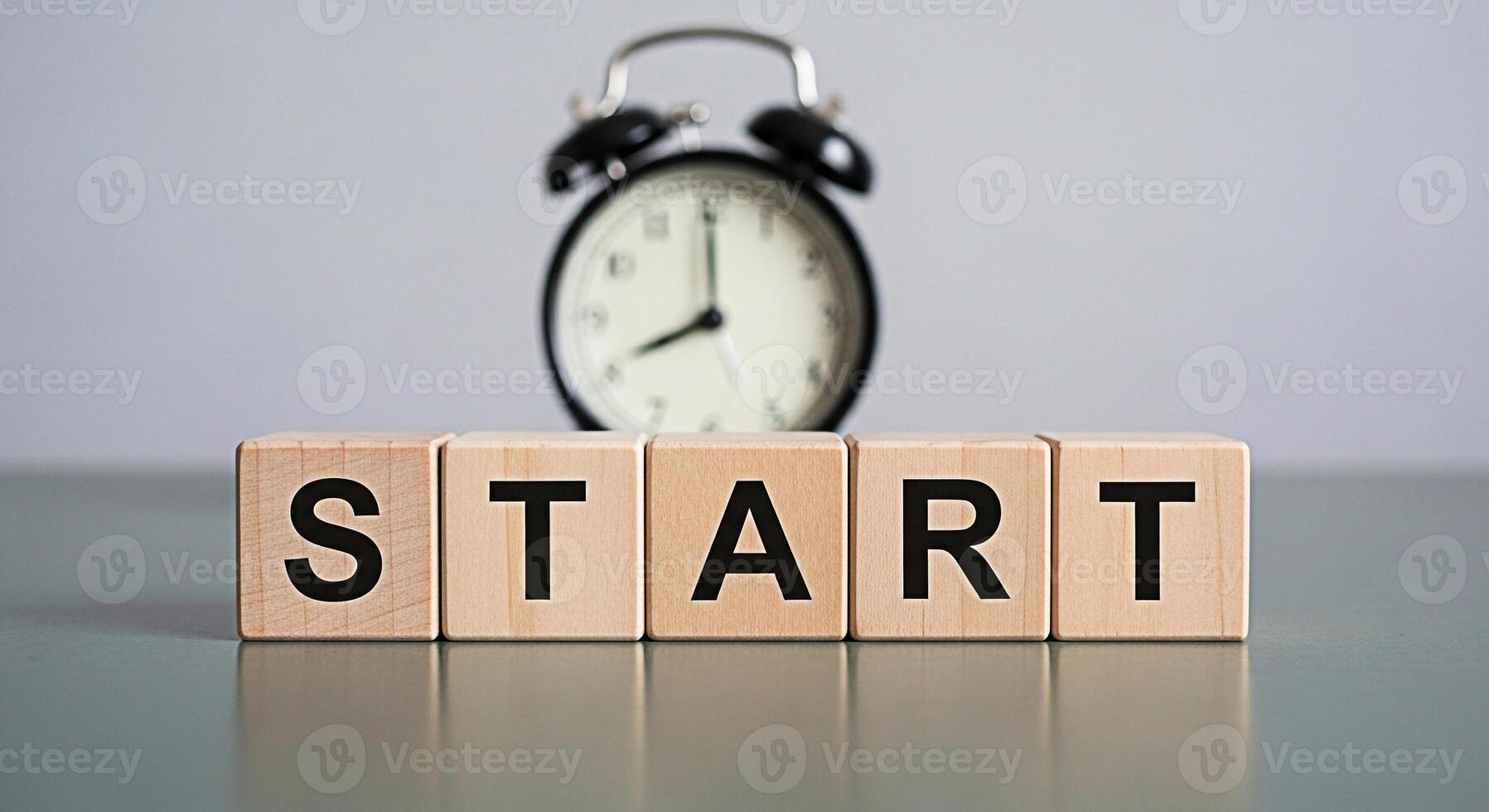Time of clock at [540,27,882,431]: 8:00
